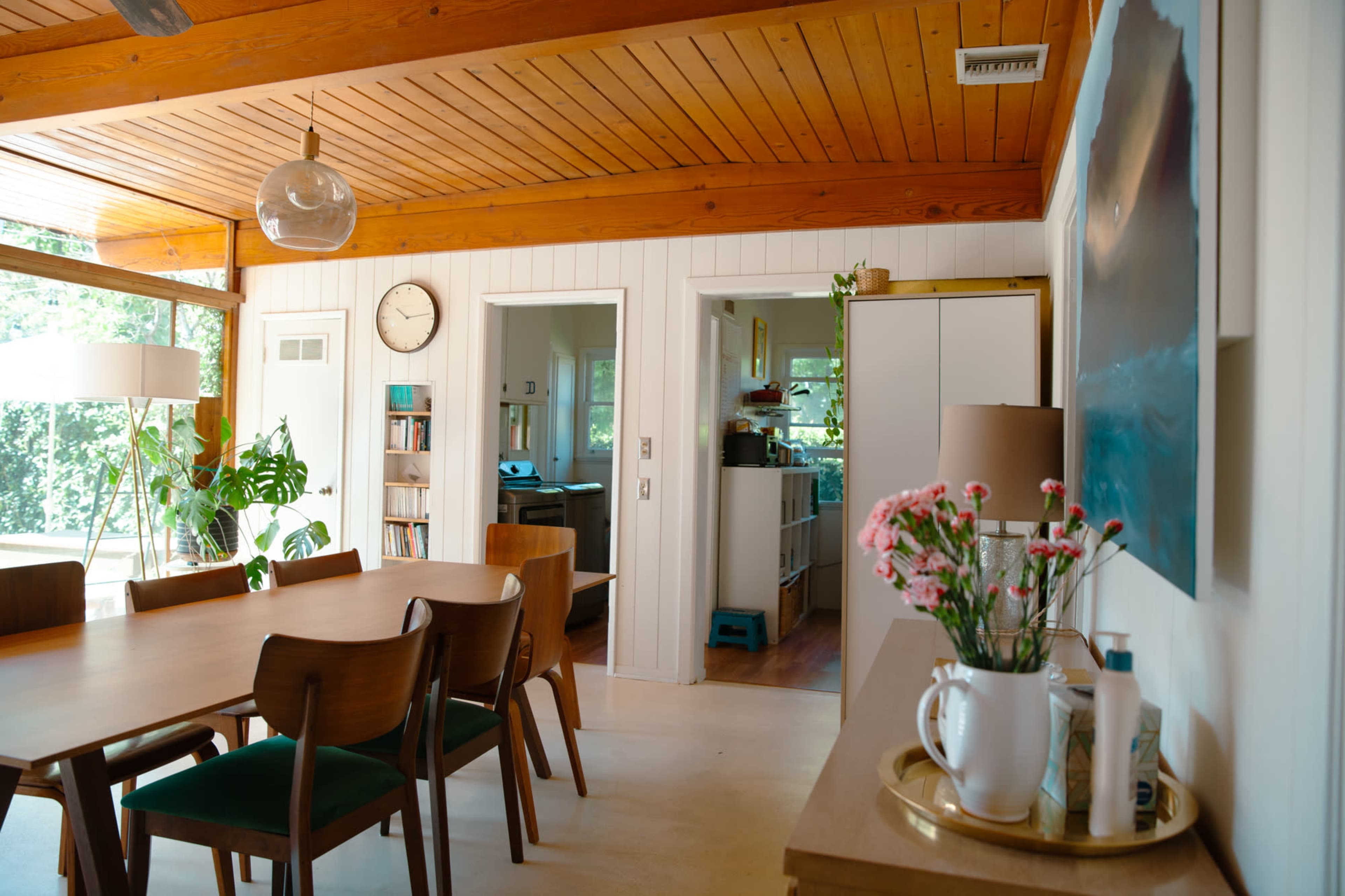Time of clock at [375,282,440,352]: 10:13
